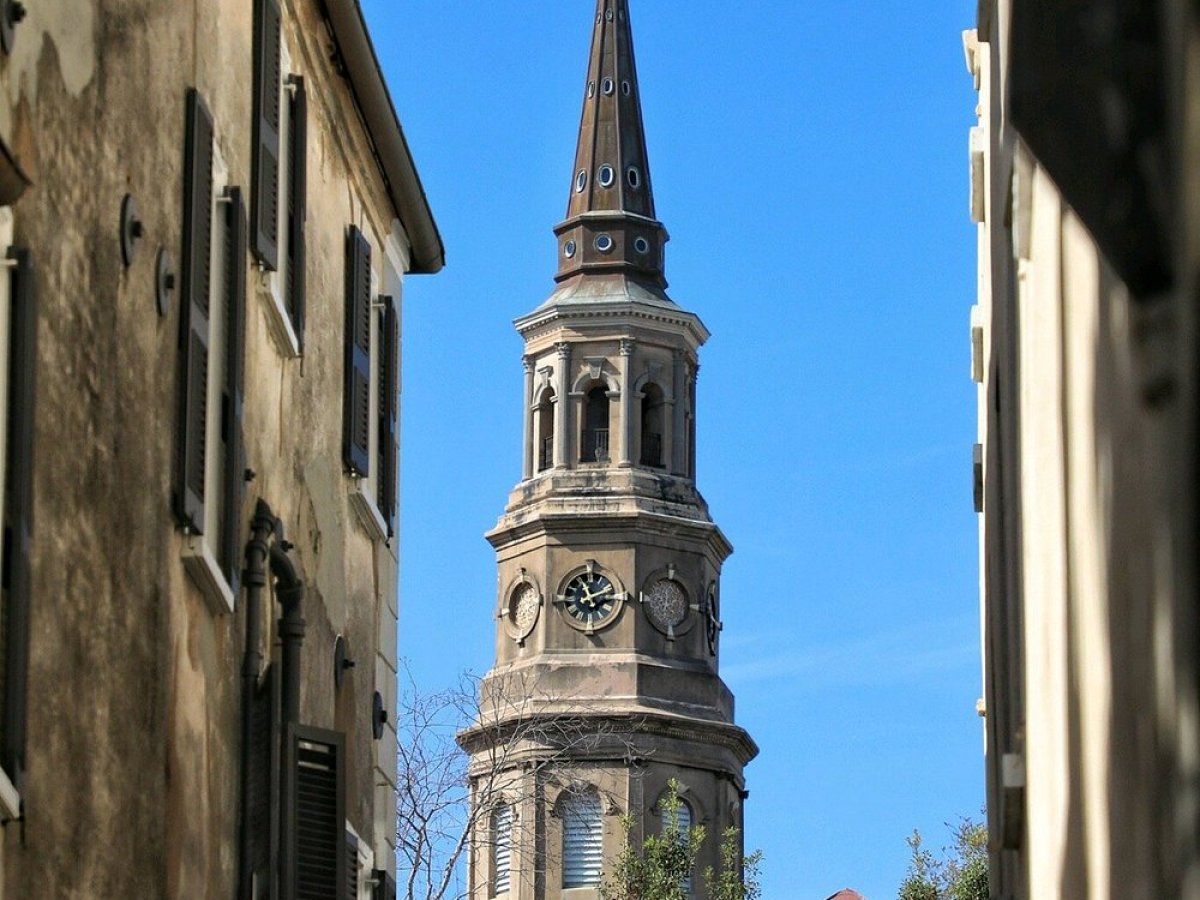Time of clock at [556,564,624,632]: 11:11
